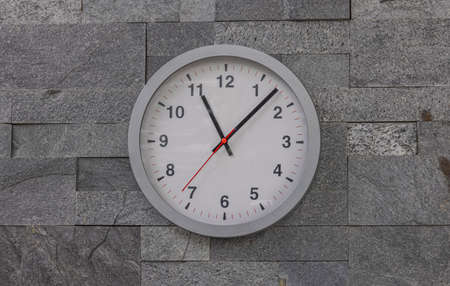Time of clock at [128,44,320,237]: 11:07
